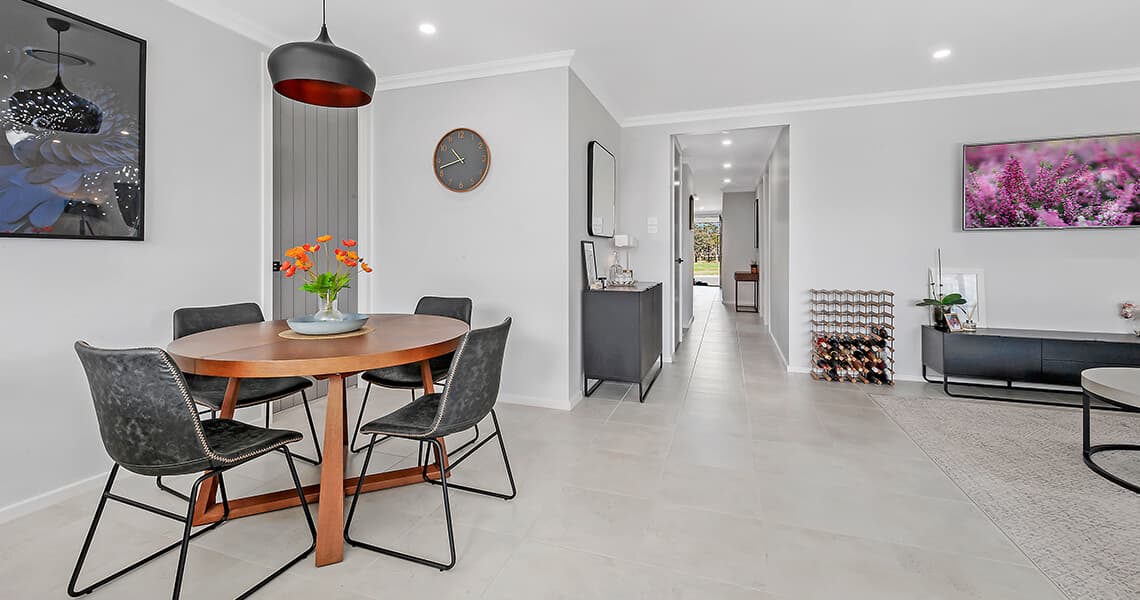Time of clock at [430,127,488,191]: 10:42
